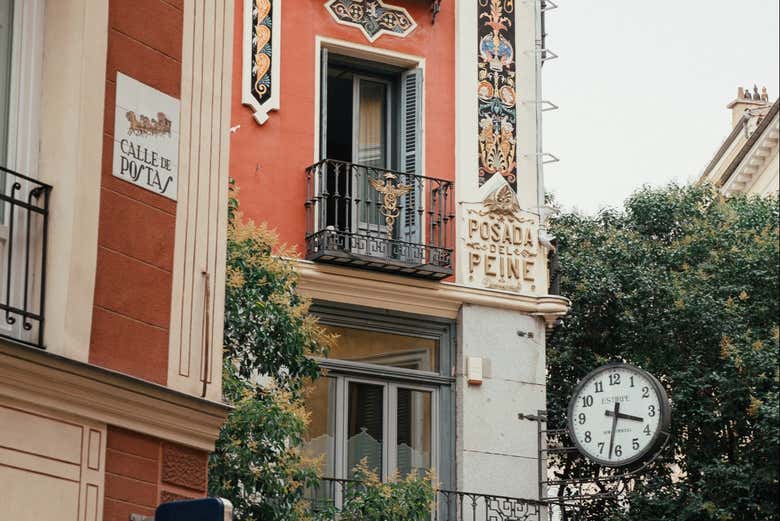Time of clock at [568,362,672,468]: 3:32
